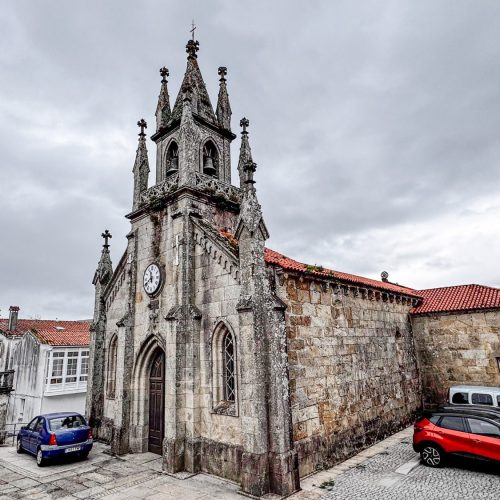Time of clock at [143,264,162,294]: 11:40
